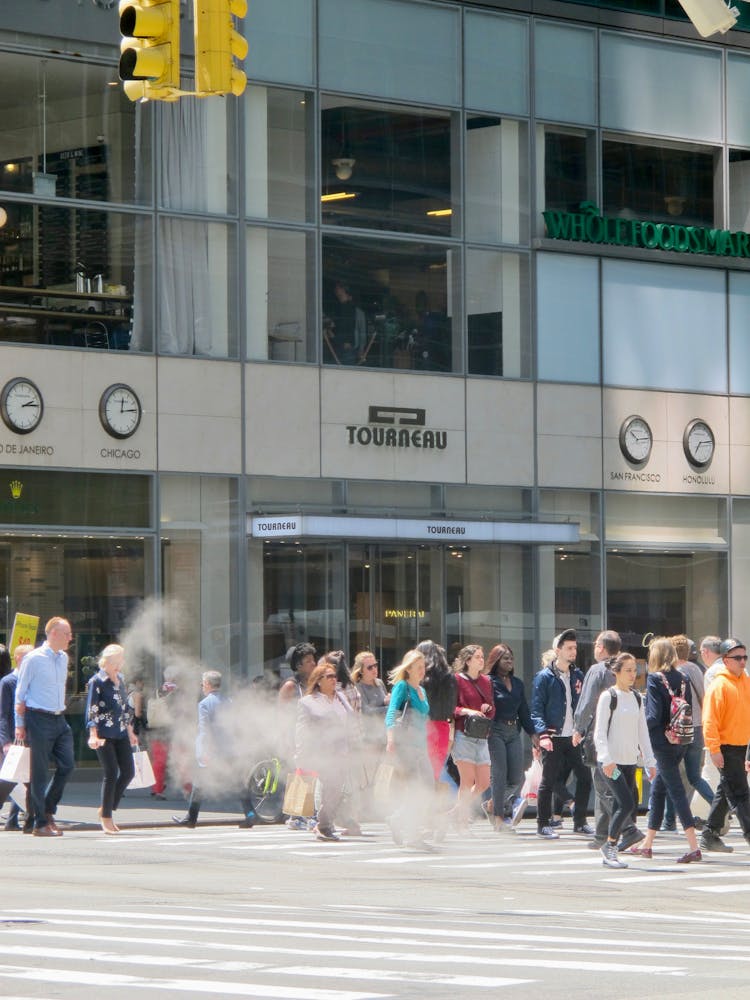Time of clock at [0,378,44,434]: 2:14
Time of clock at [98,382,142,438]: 12:14
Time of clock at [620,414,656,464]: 10:13
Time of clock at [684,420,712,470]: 7:13
